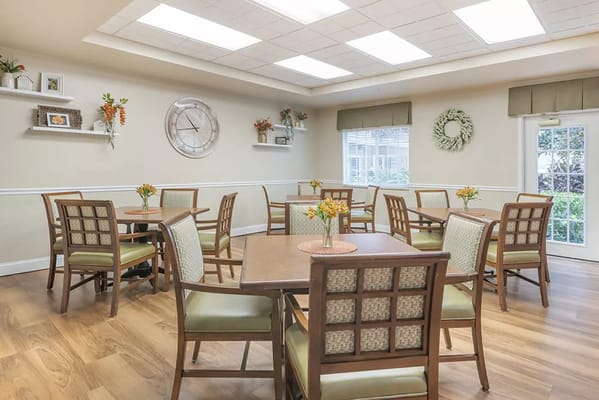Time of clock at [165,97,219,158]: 10:42
